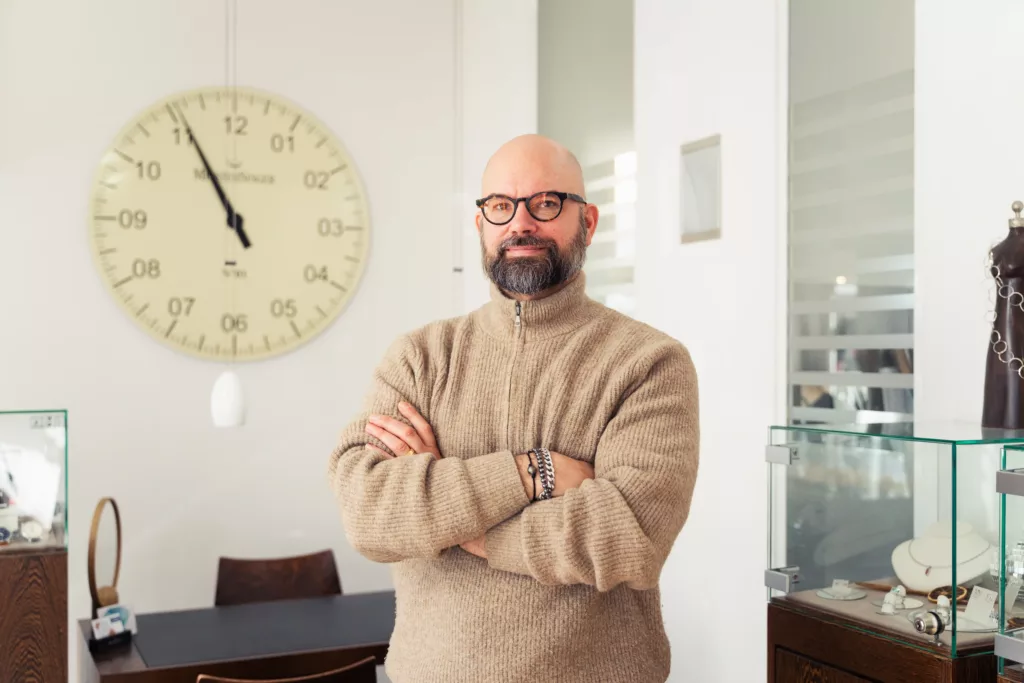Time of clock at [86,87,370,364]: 4:55
